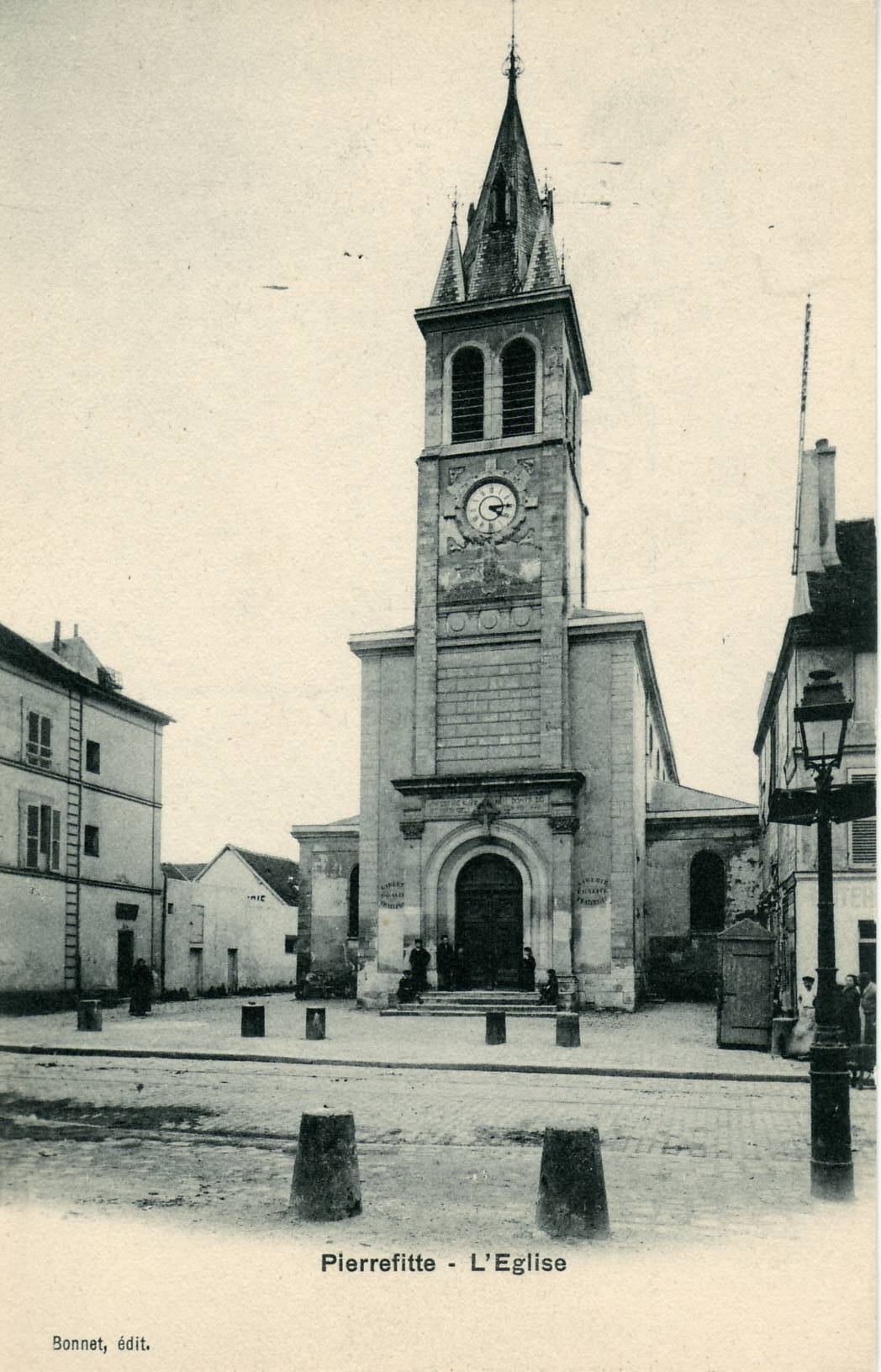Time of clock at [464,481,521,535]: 4:14
